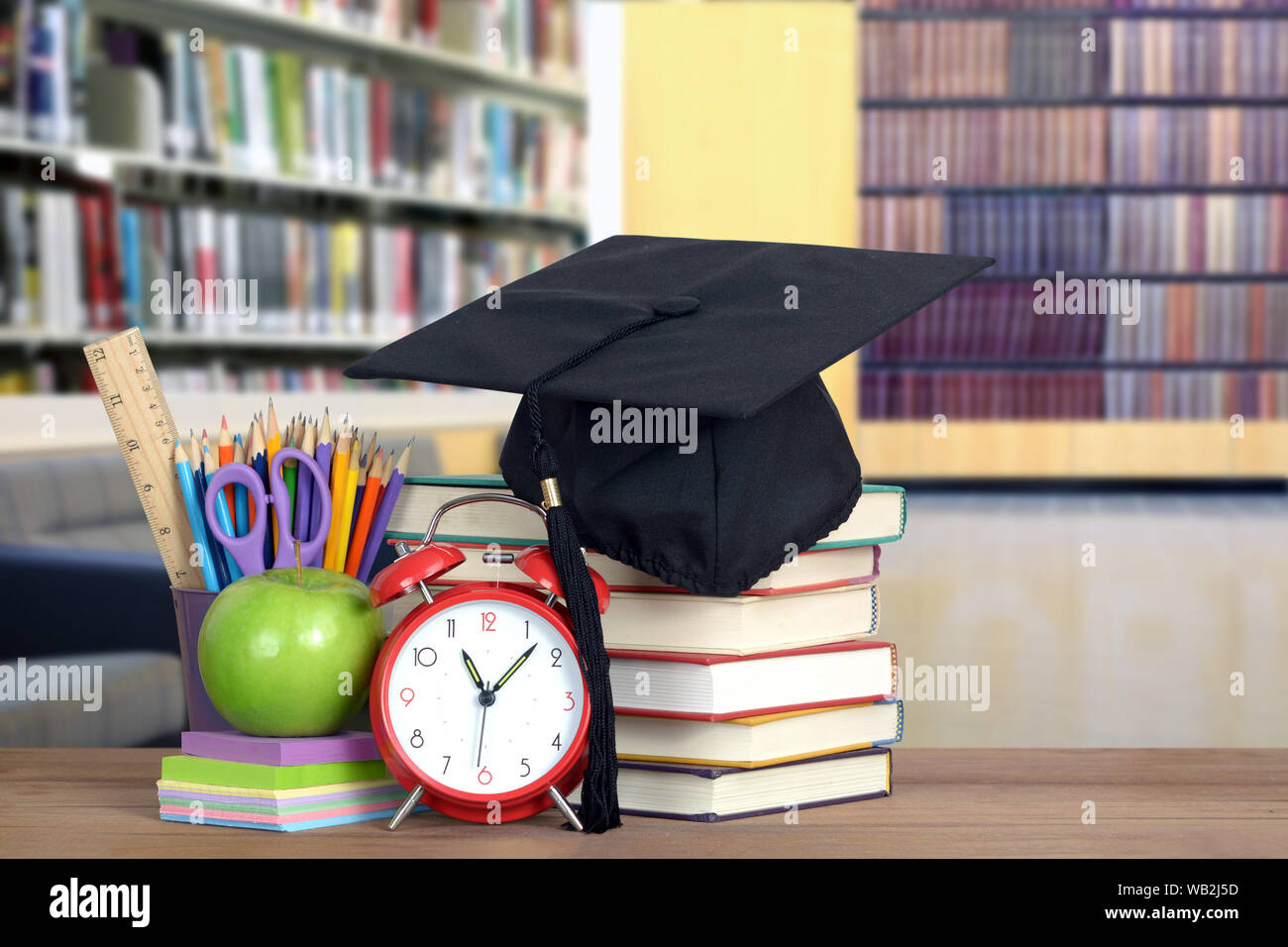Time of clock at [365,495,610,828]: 11:07
